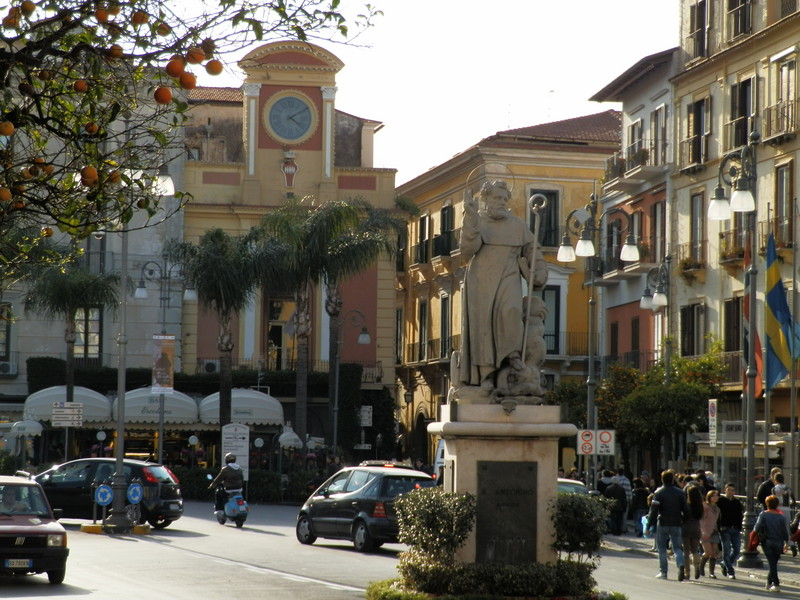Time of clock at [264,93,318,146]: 4:09
